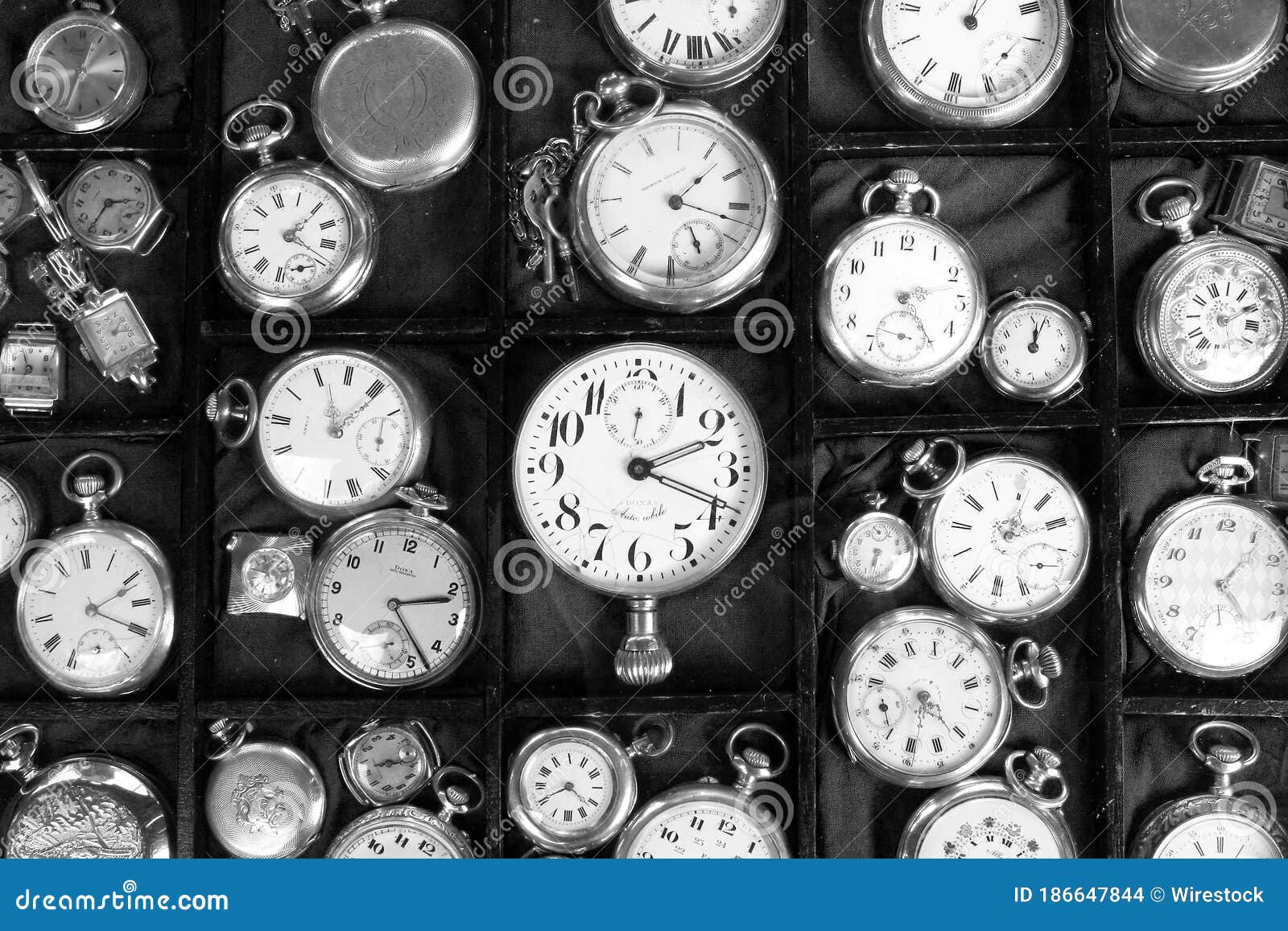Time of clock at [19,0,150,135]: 12:33
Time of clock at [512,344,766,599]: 2:18
